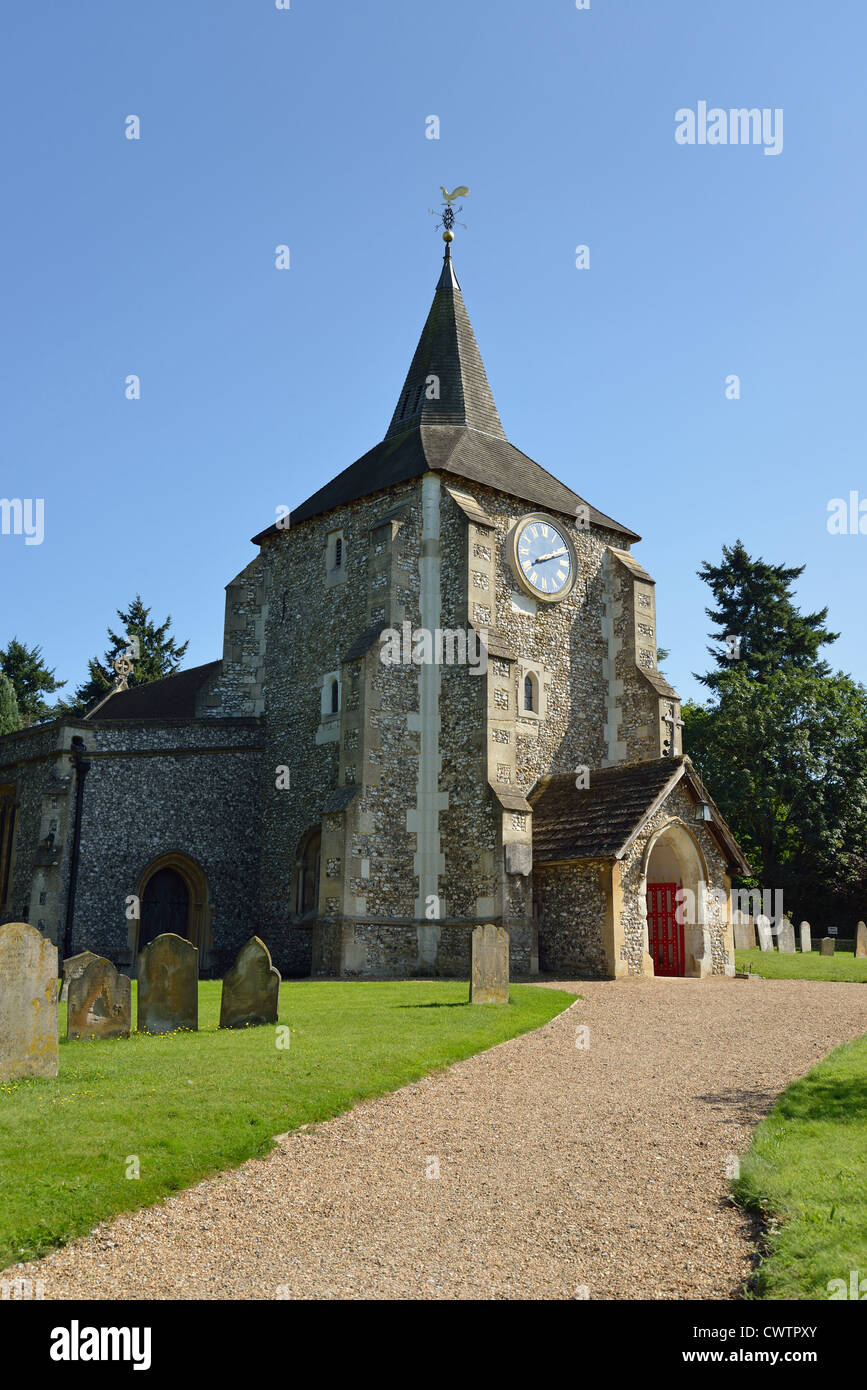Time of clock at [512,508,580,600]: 8:11
